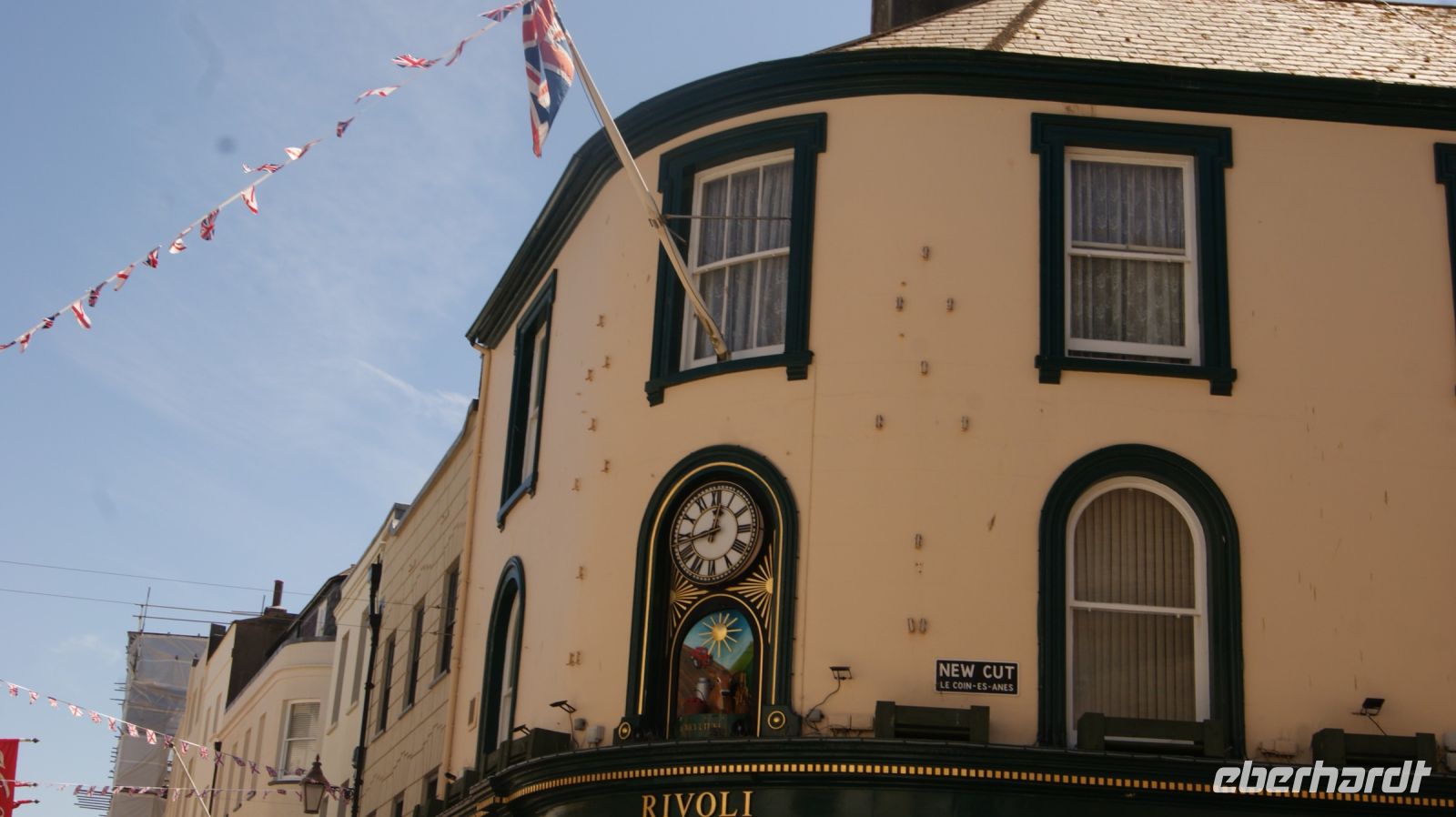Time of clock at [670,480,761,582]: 12:43
